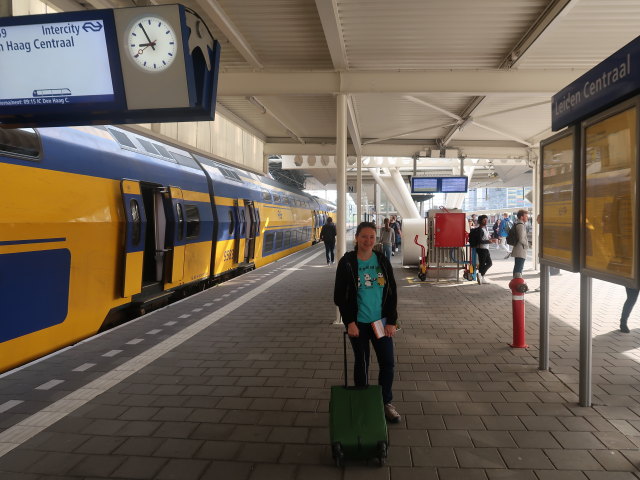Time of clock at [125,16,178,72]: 8:55
